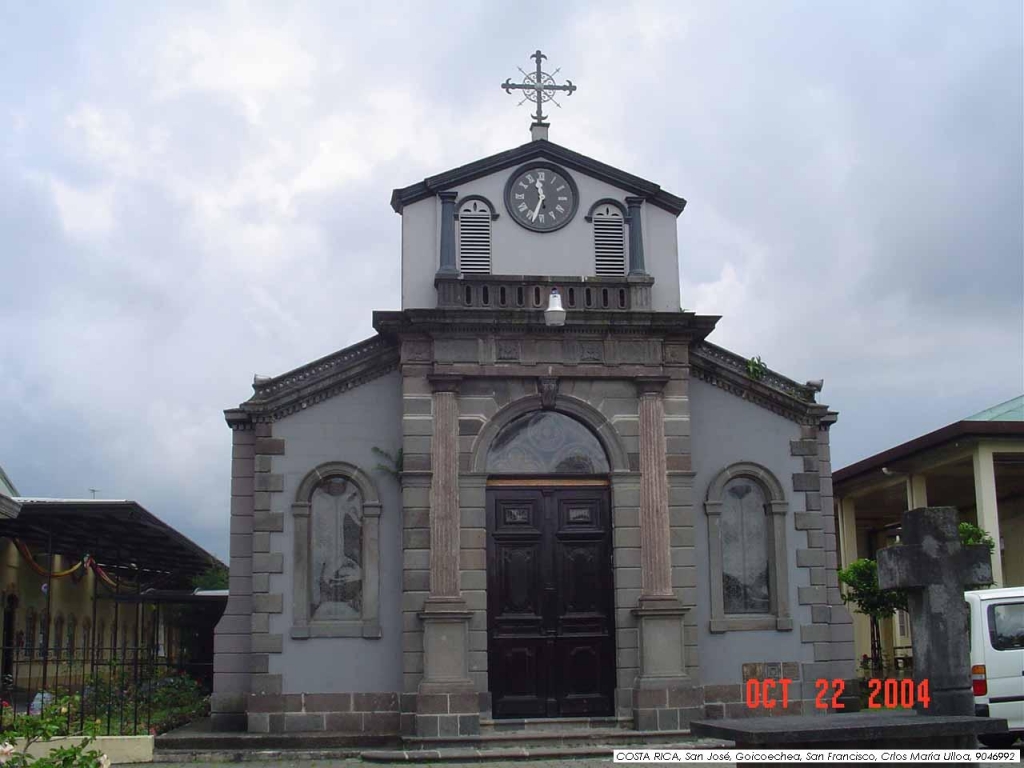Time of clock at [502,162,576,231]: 11:33
